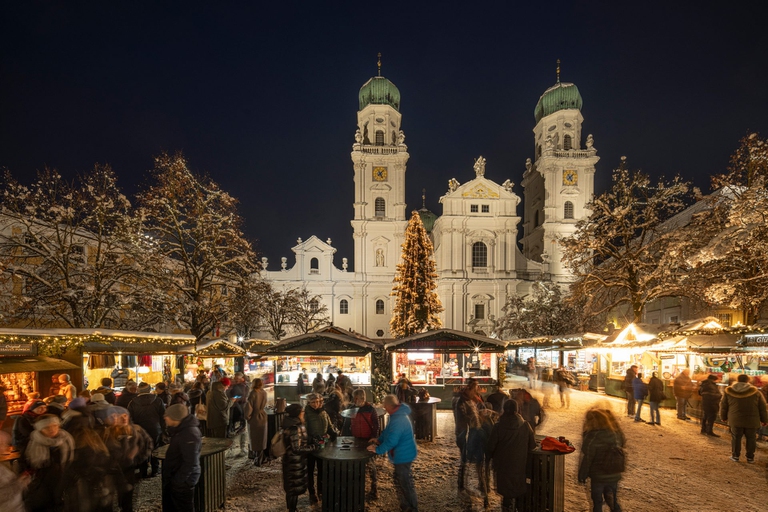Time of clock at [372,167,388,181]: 5:07
